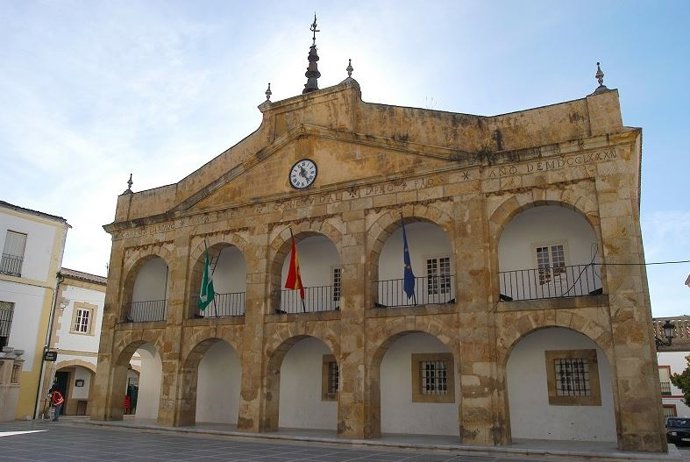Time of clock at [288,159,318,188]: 11:23
